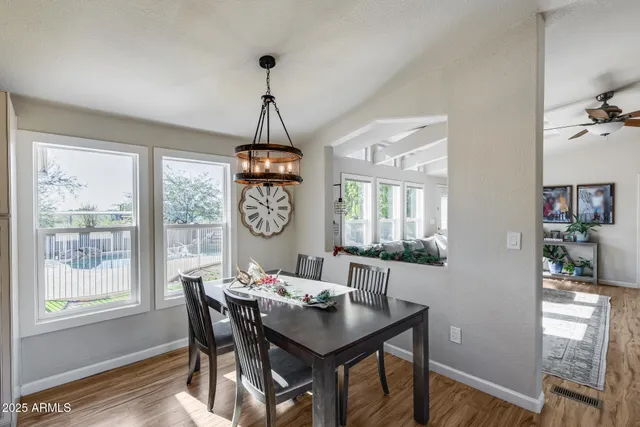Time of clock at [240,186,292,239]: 11:49
